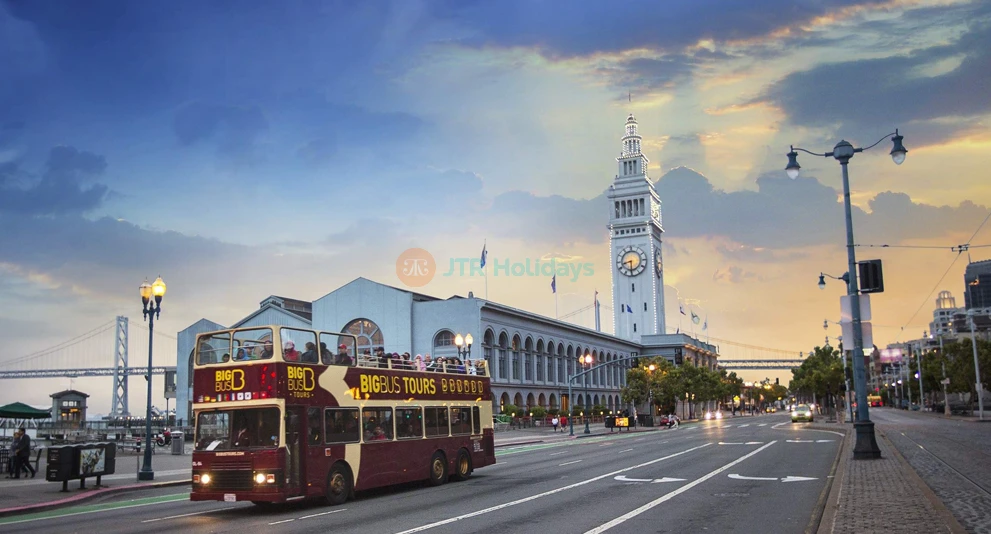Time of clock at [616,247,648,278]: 8:30
